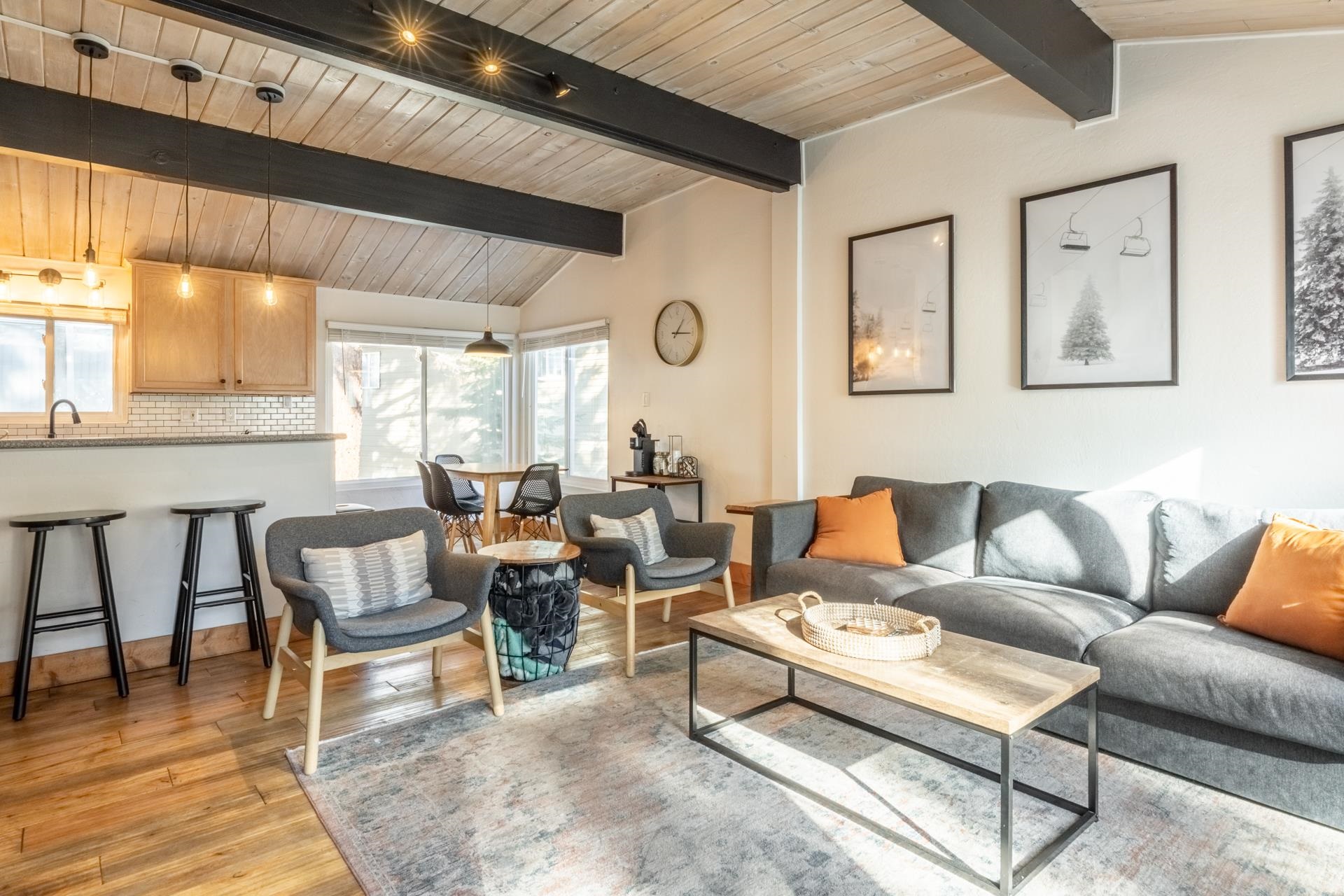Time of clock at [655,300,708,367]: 1:15
